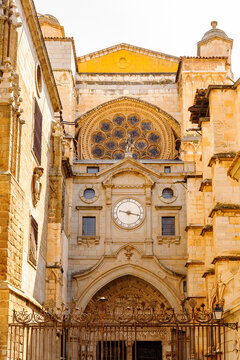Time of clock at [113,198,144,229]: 9:17
